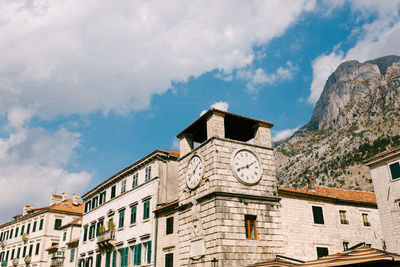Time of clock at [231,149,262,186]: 8:09
